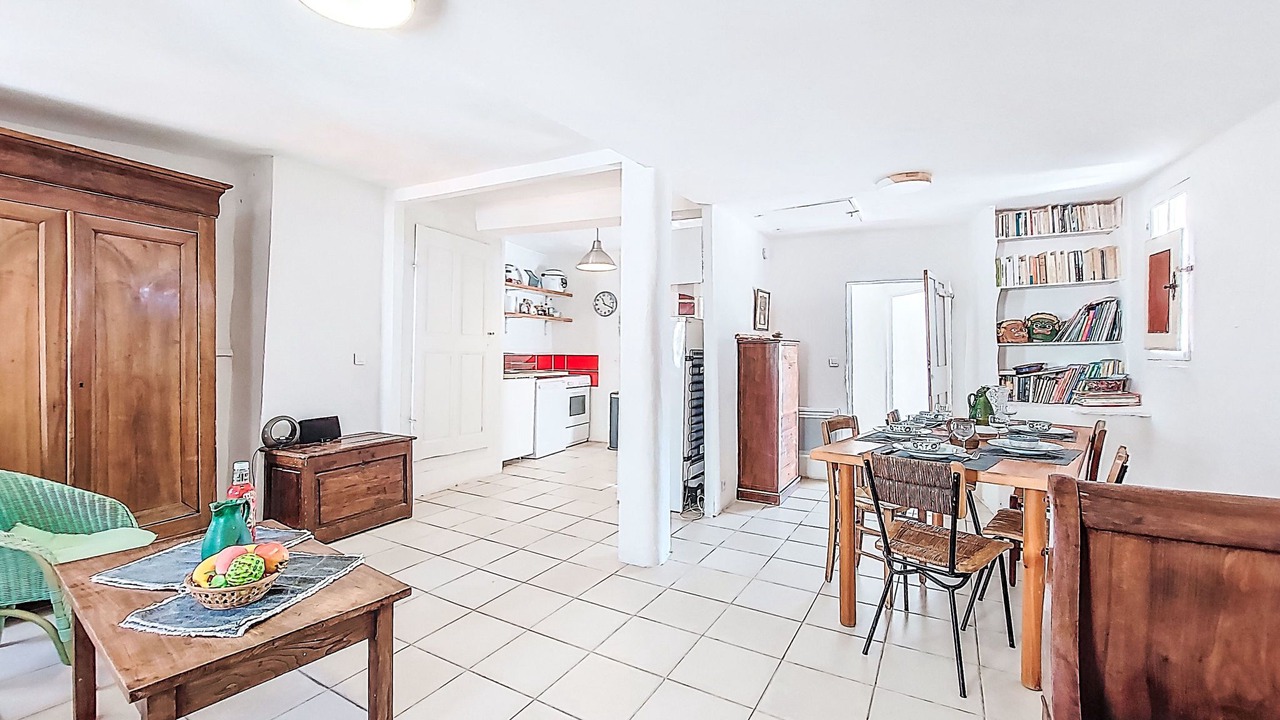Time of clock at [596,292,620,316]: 11:19
